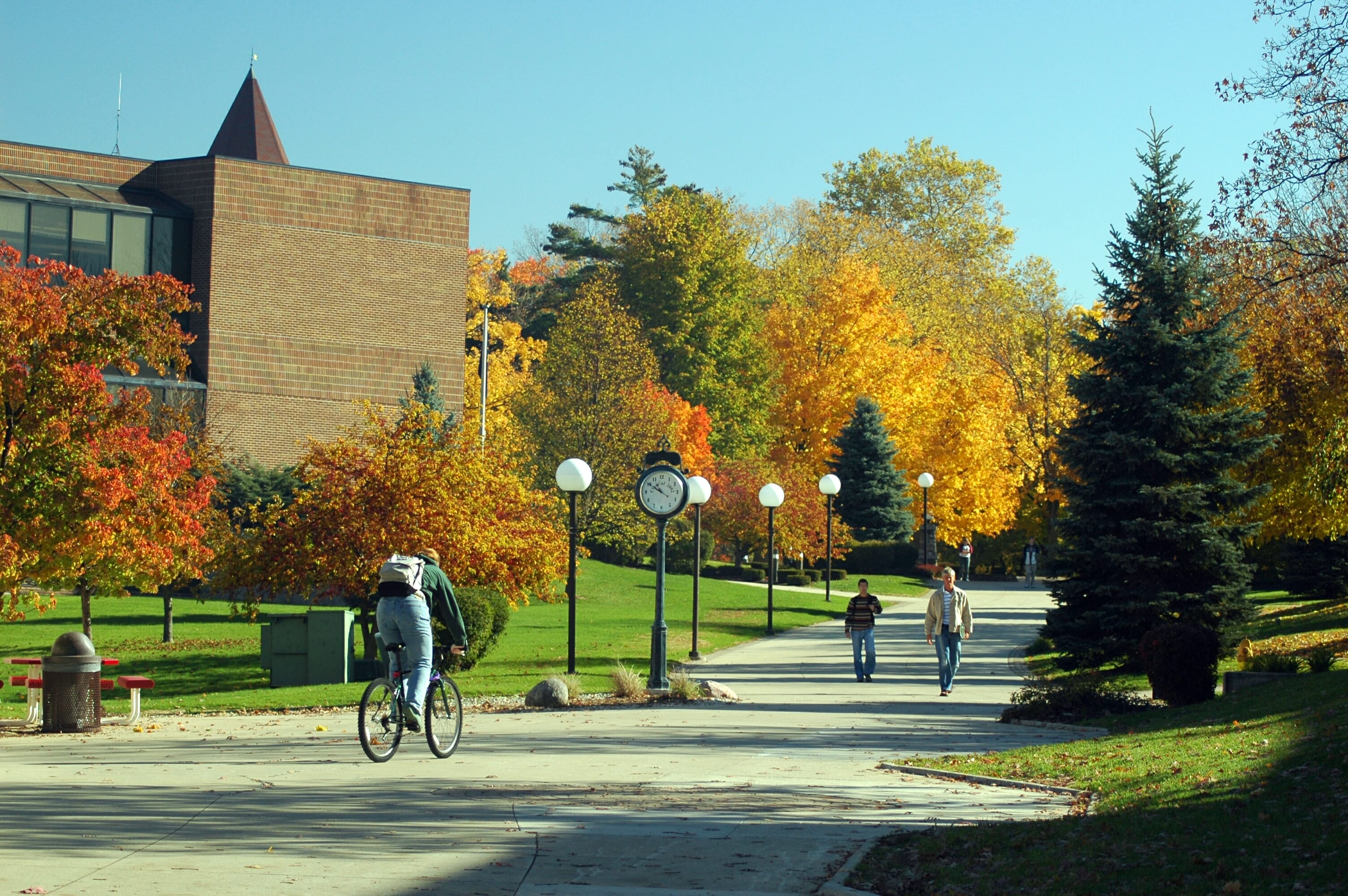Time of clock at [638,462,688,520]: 10:50
